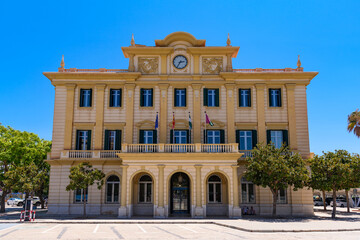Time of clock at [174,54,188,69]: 2:35
